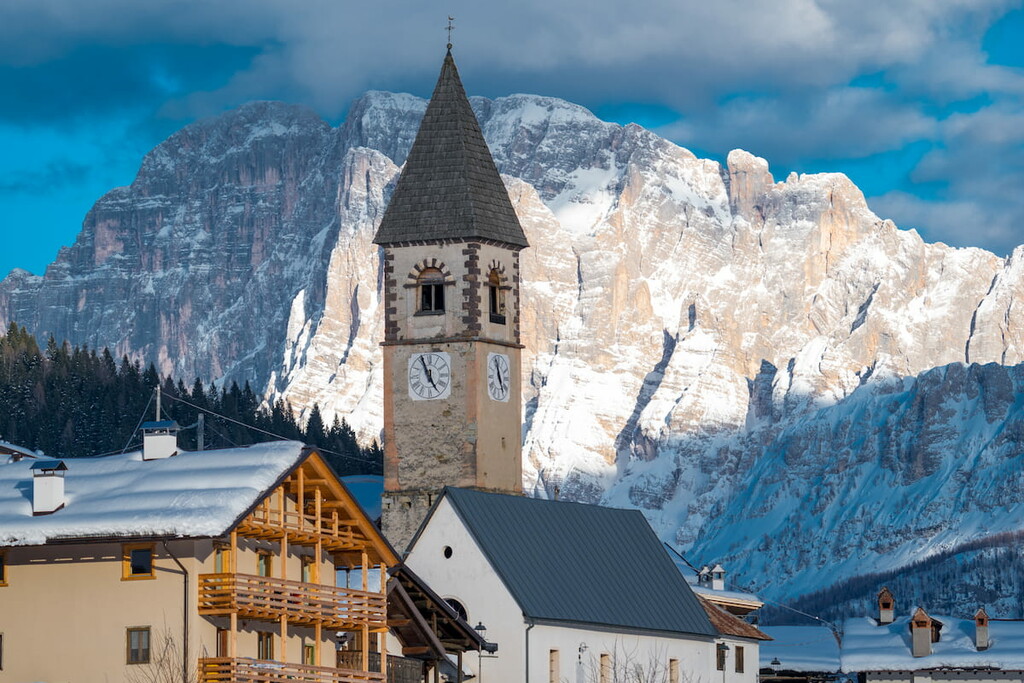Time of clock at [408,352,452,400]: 4:56
